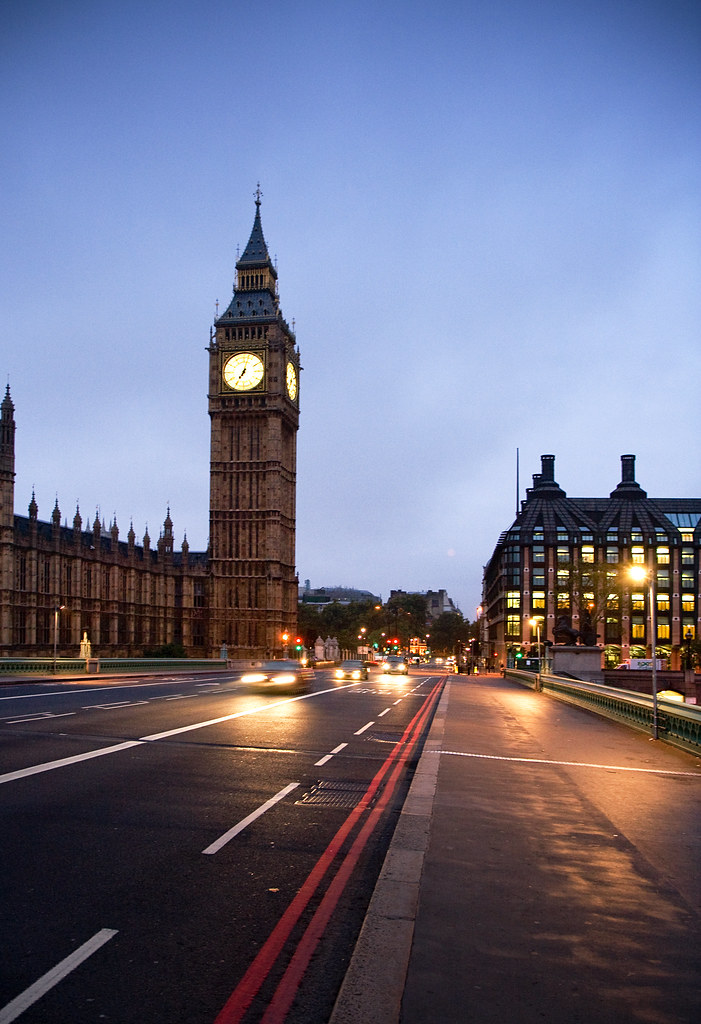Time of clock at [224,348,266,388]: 7:02
